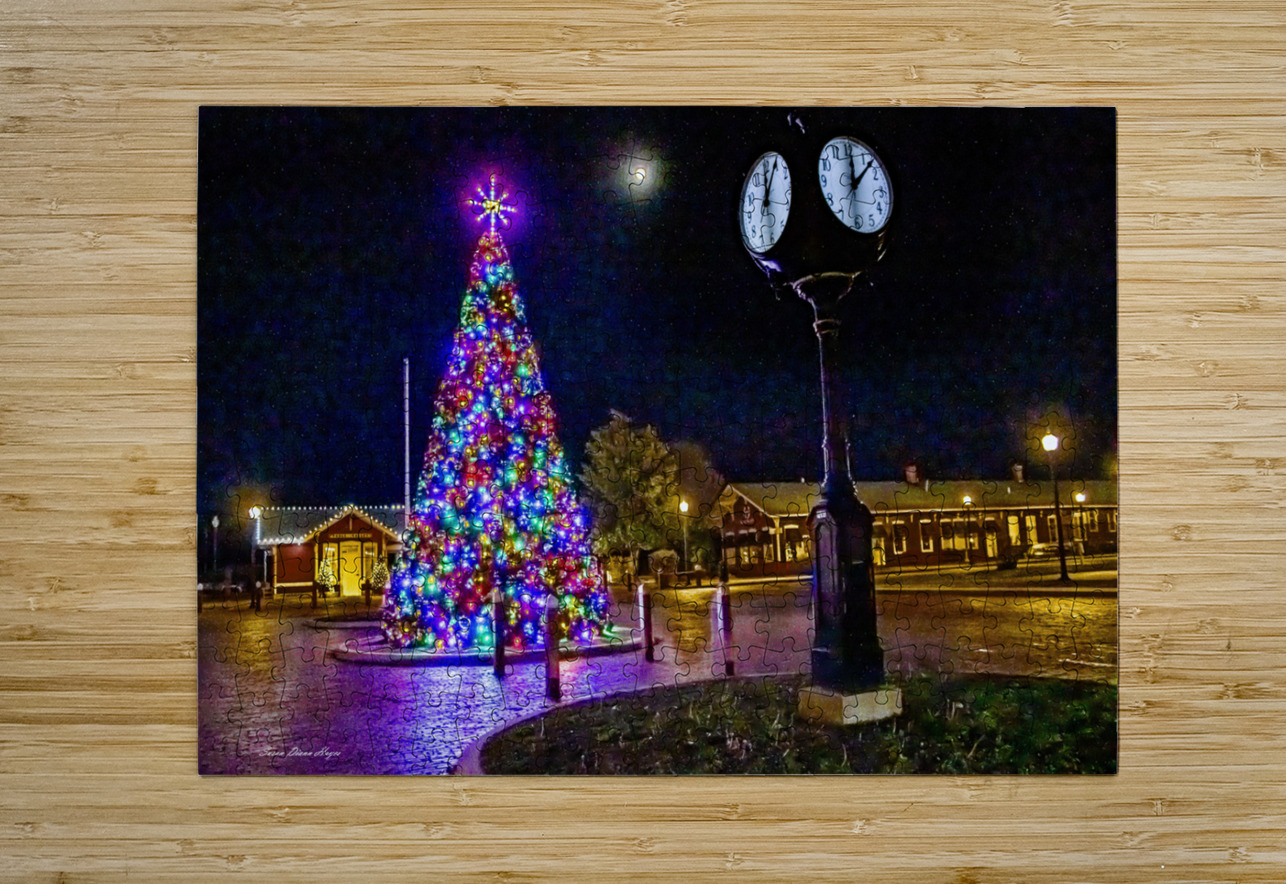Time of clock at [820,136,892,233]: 12:07
